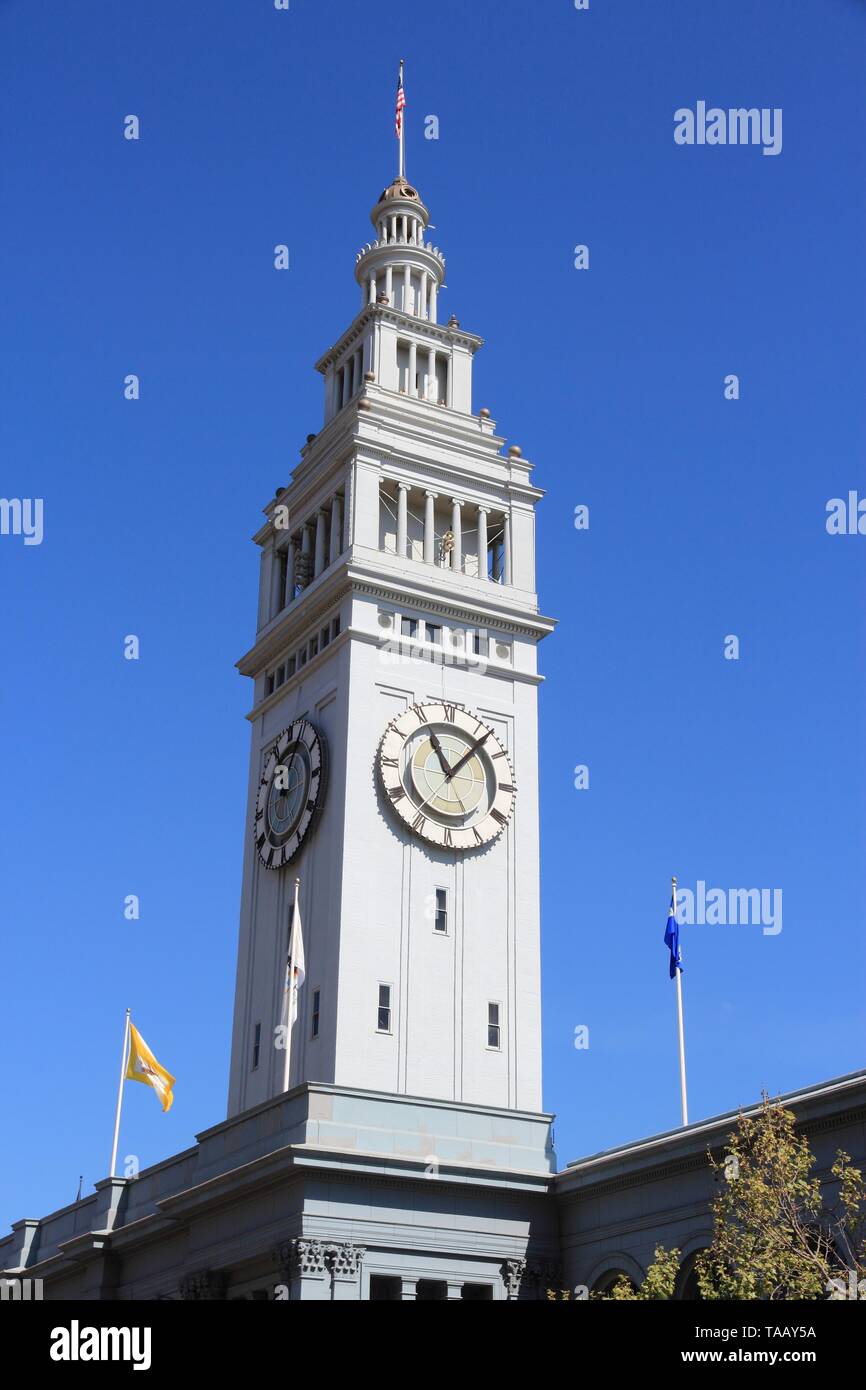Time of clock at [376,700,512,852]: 11:07
